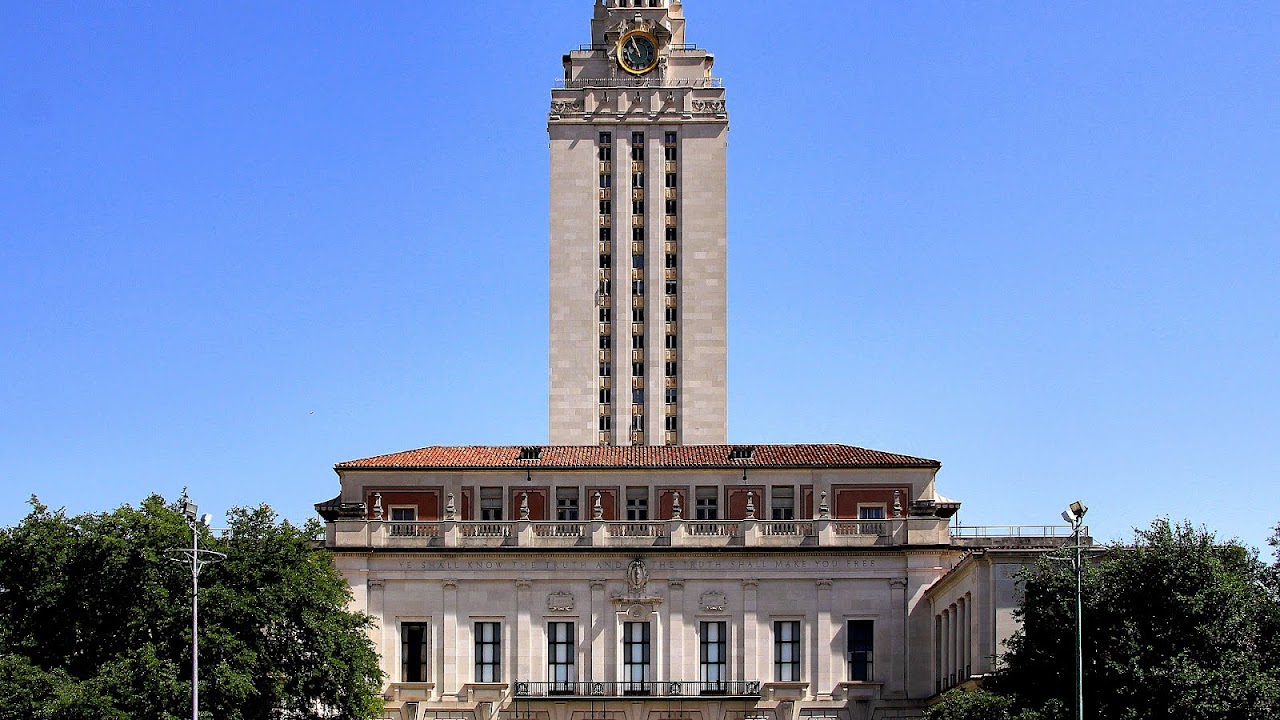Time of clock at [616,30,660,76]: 10:56
